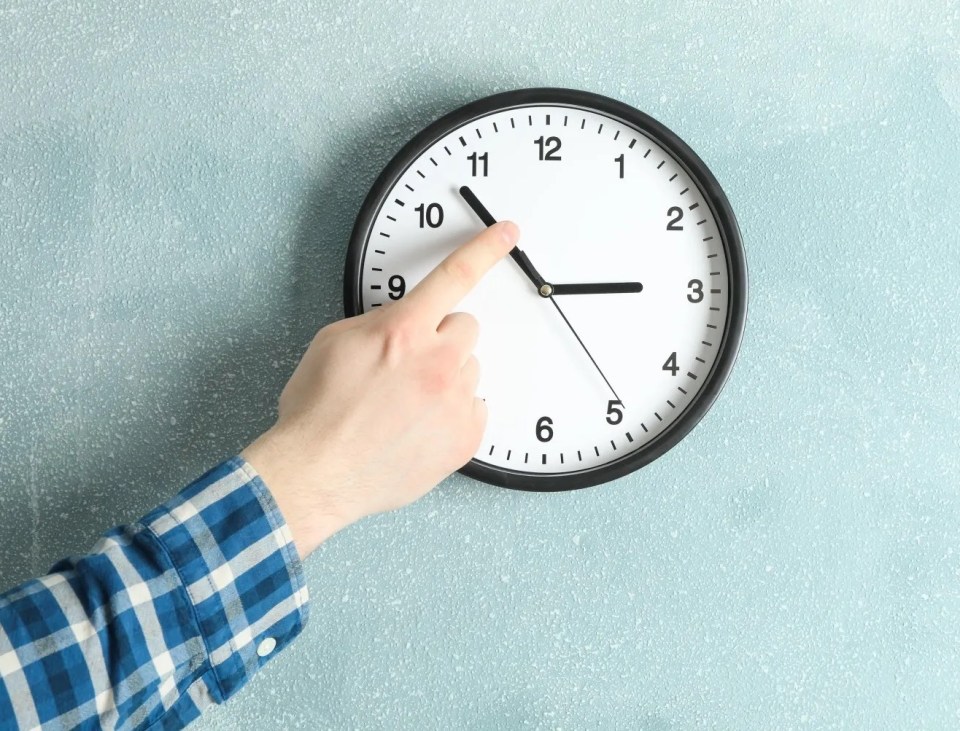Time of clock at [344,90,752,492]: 2:53
